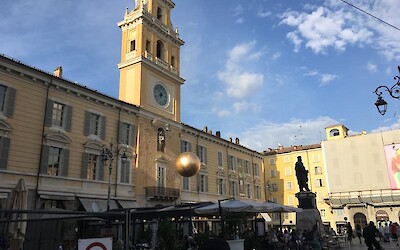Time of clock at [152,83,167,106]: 6:52
